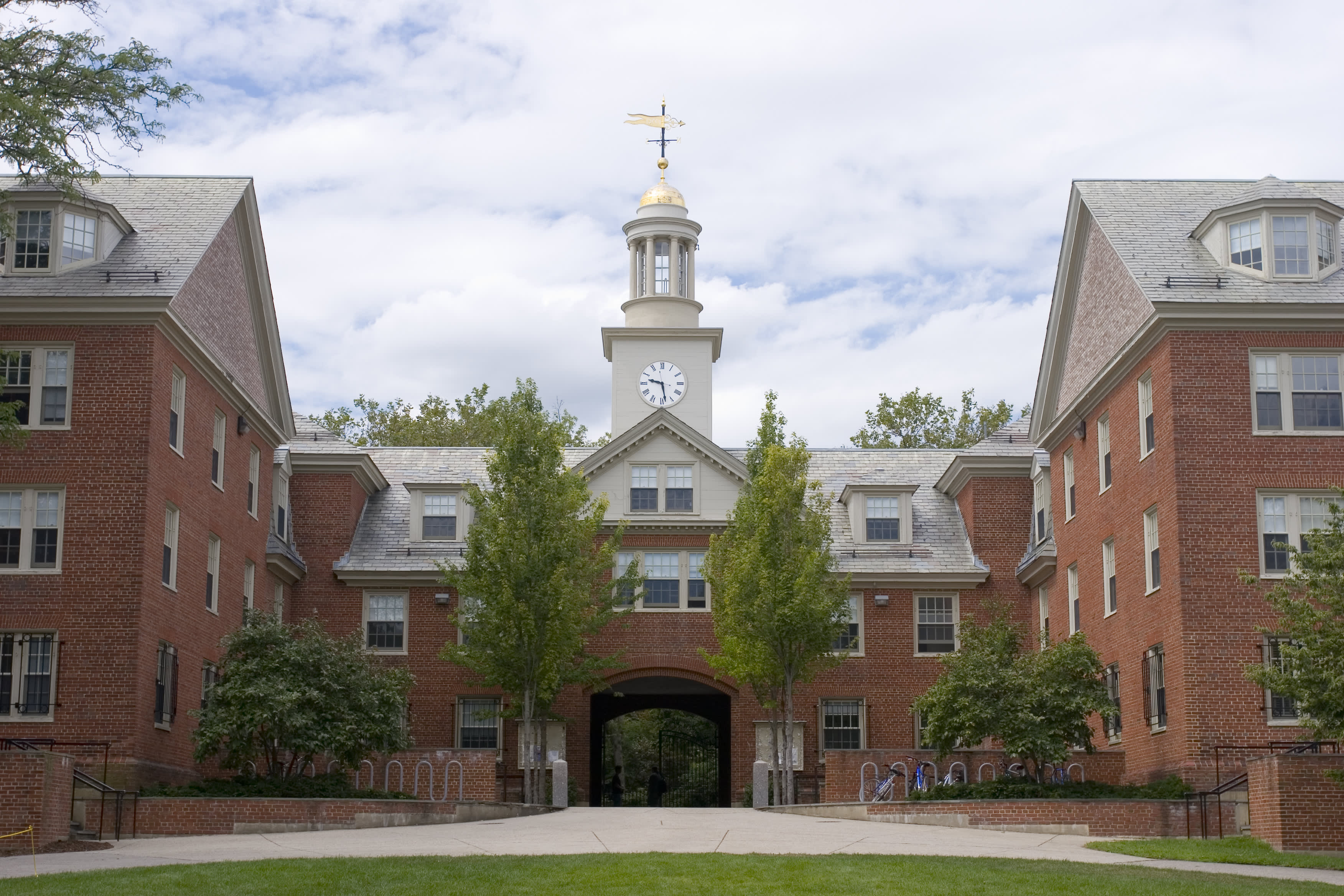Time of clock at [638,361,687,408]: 9:28
